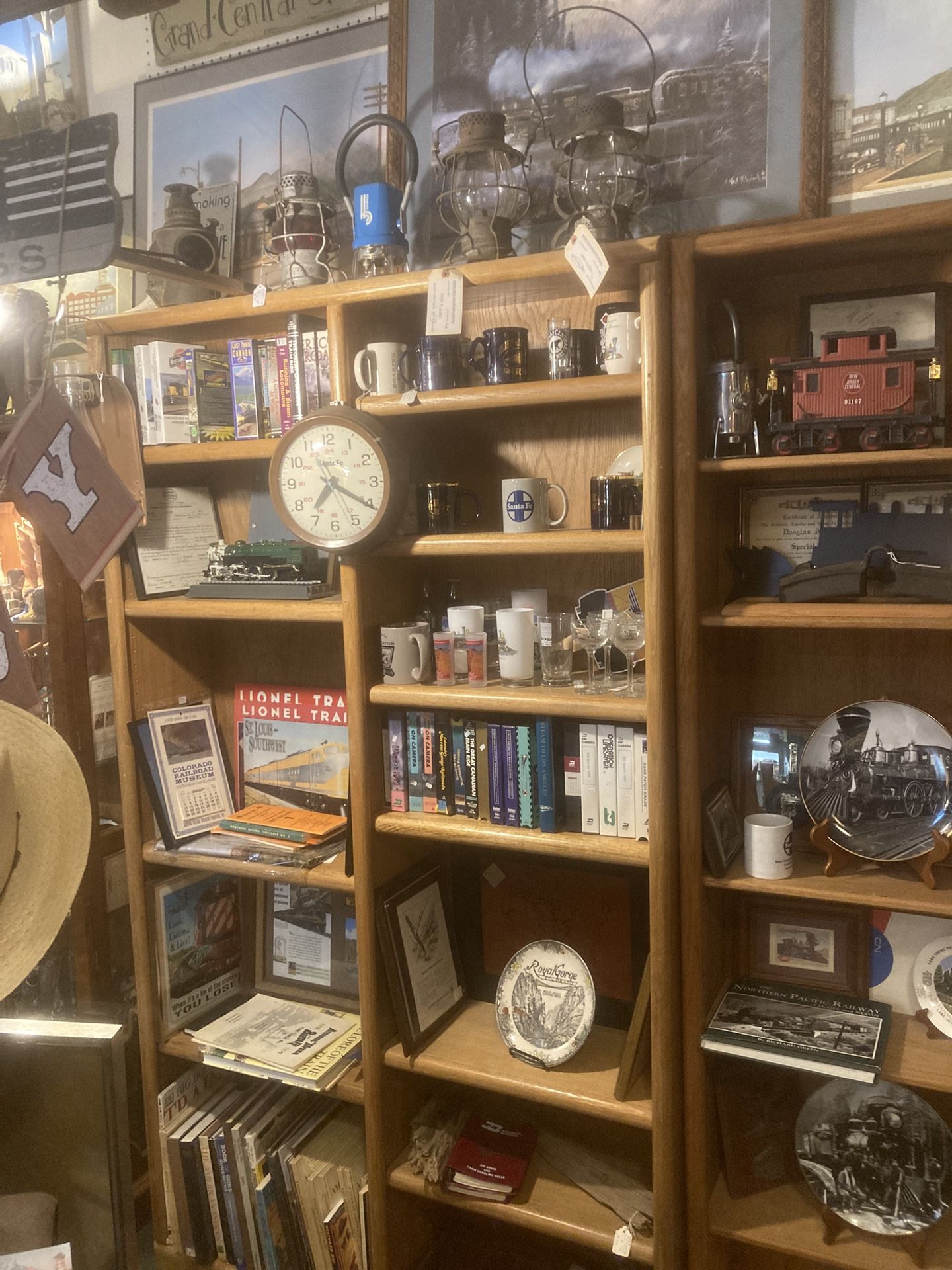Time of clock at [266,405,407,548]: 7:20
